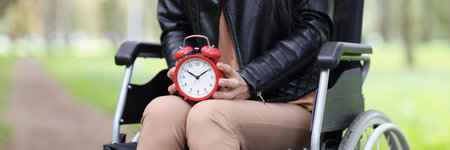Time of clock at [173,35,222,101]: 10:09
